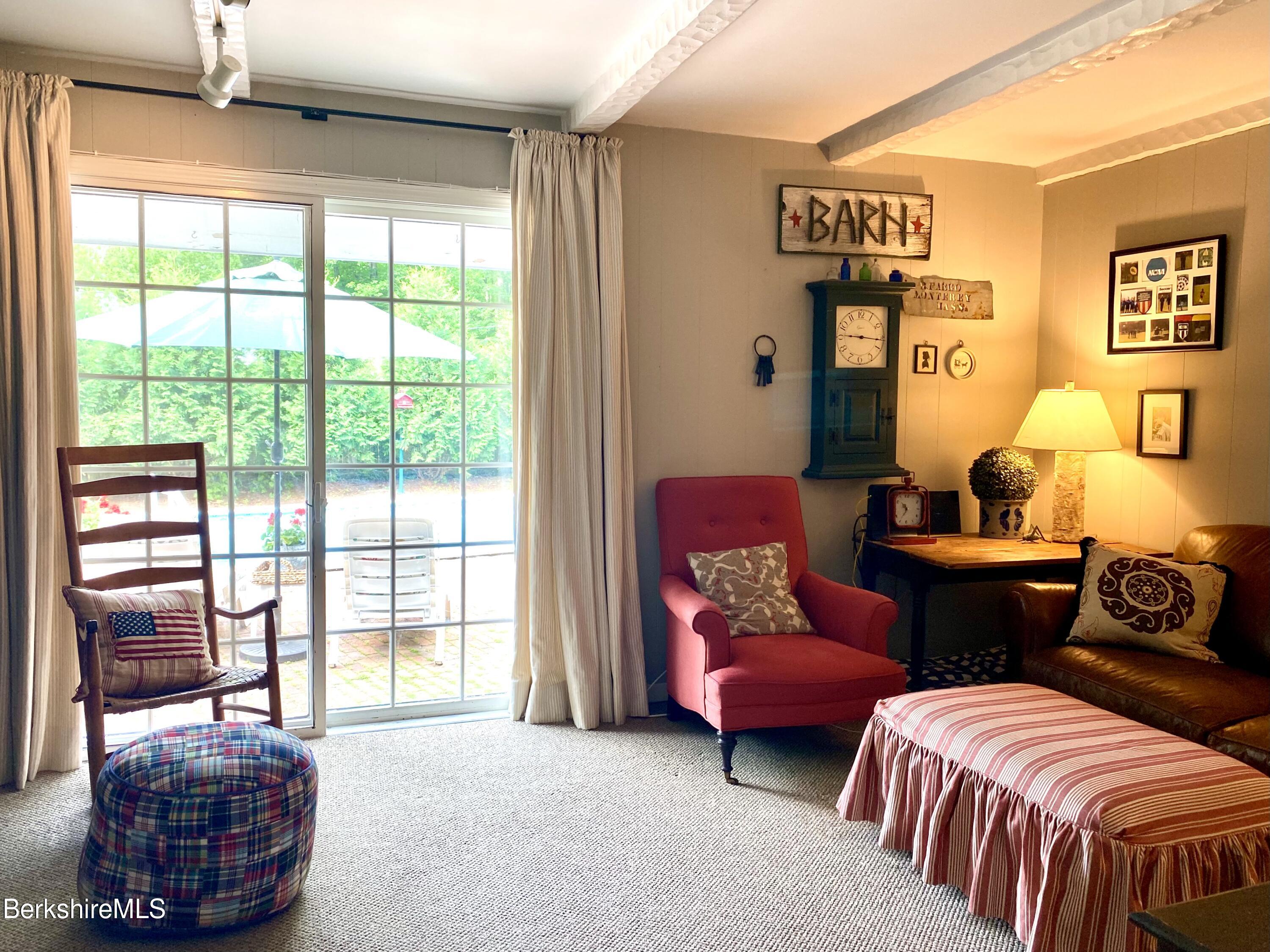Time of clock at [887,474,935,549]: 10:36
